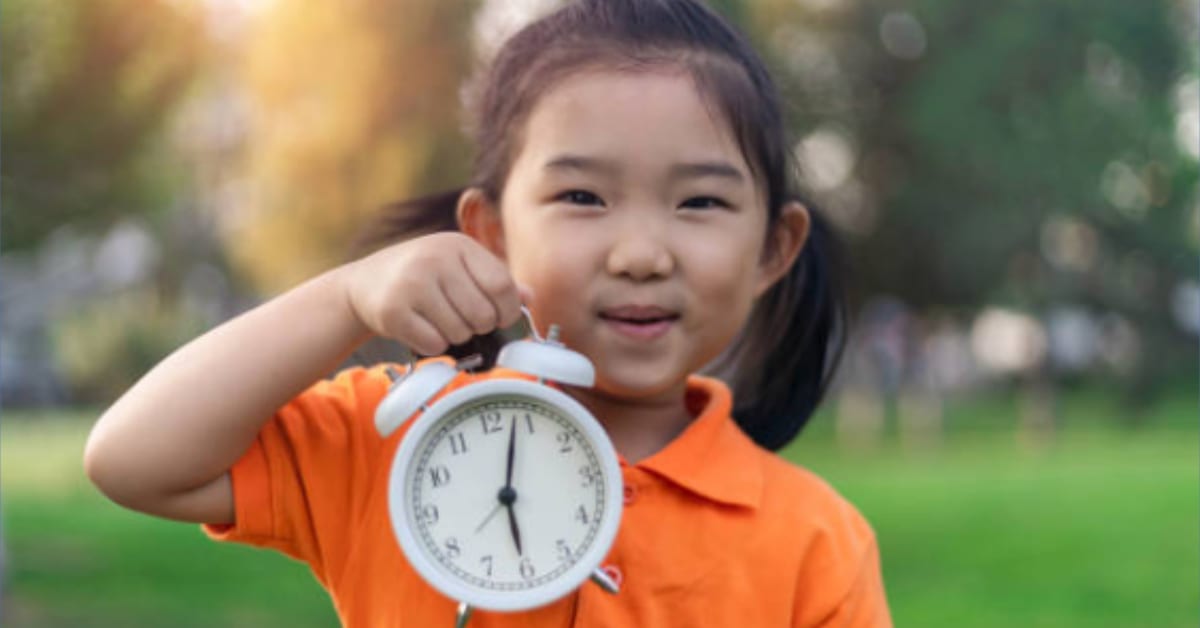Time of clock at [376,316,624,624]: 6:03
